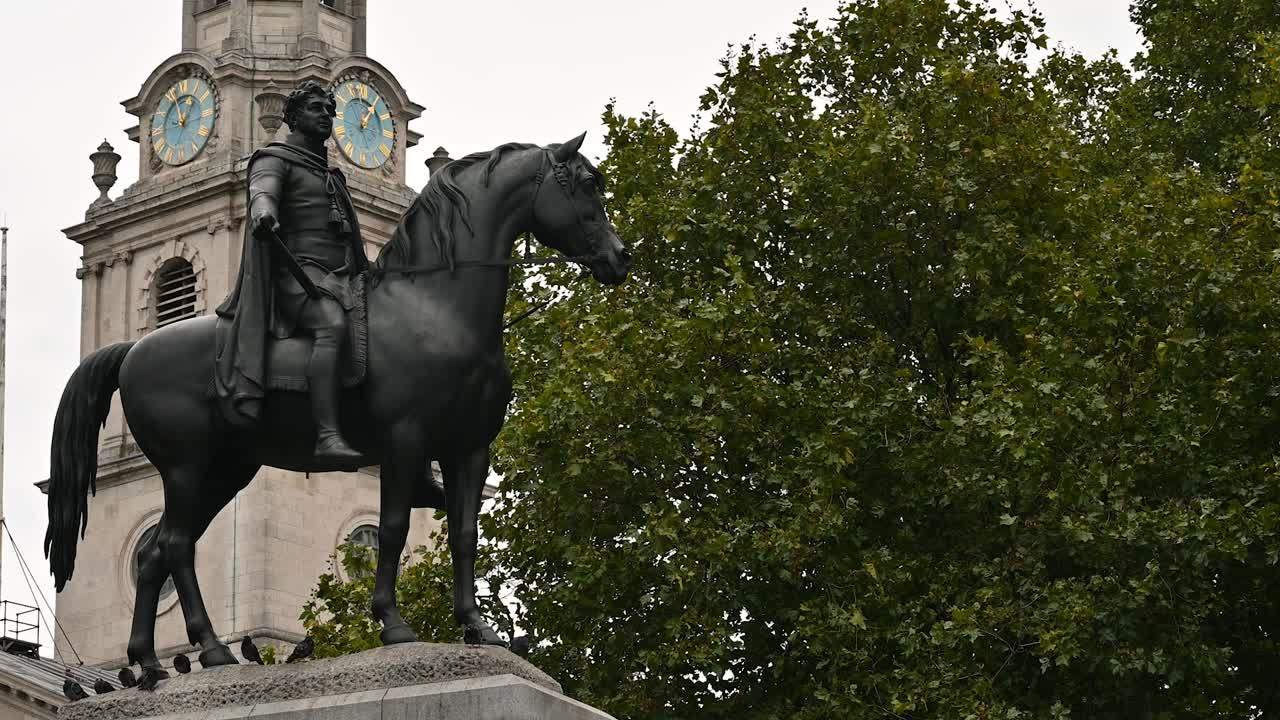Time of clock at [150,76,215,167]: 12:57
